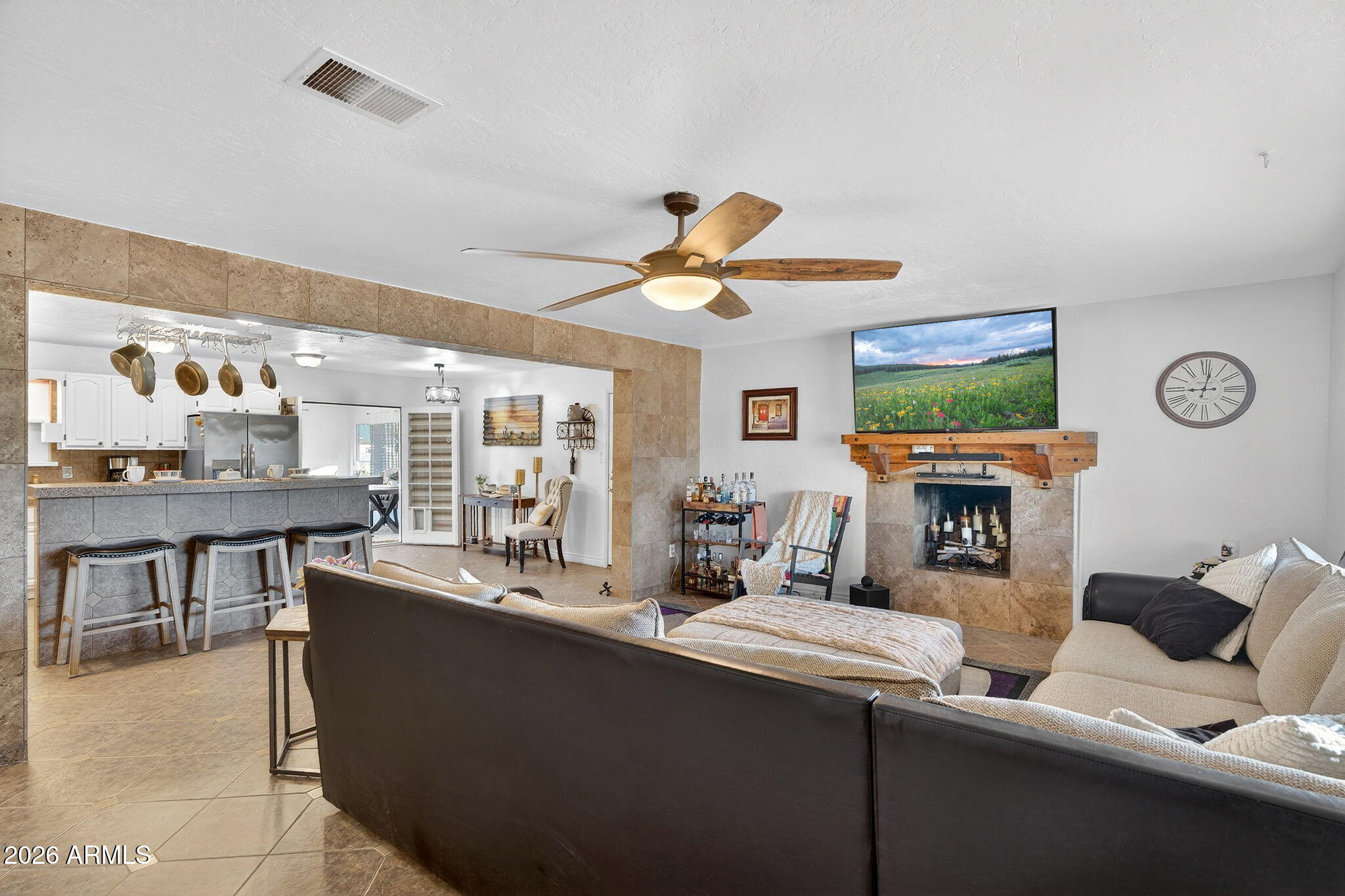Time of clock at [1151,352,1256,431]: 9:01
